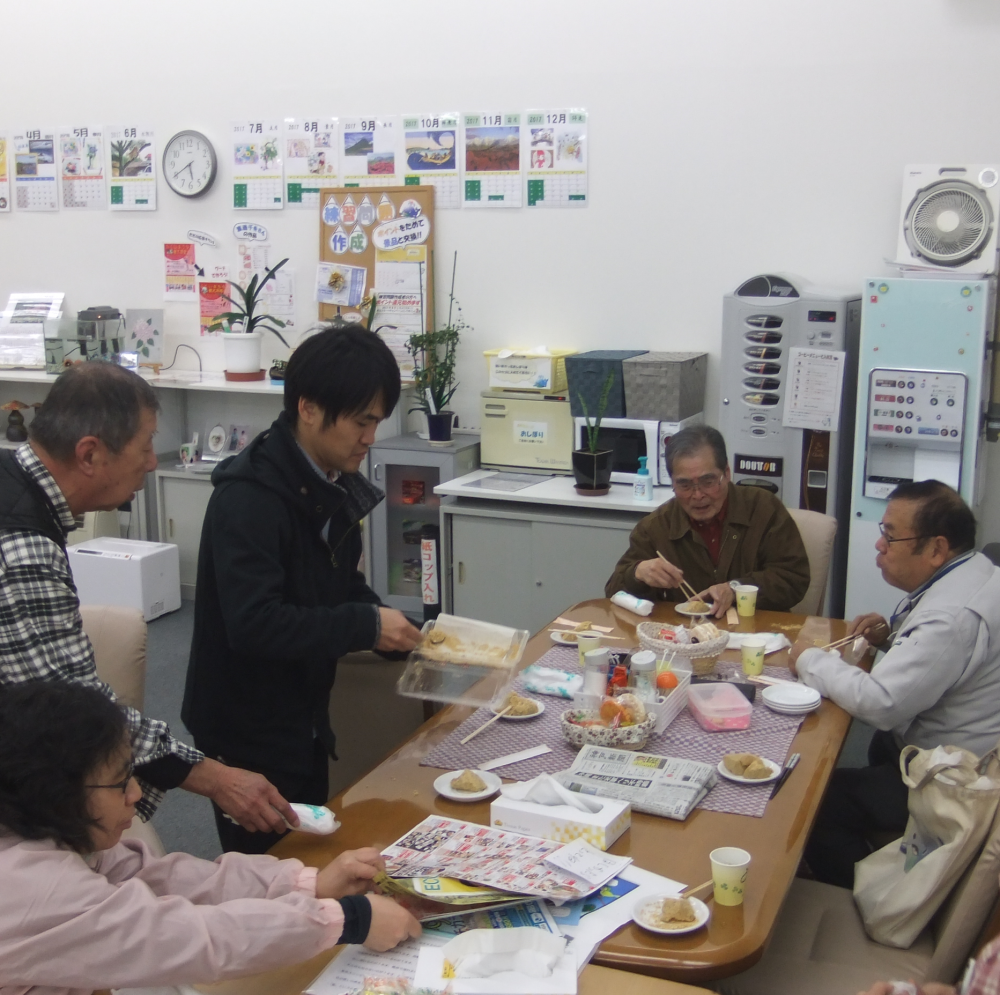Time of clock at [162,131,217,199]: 5:39
